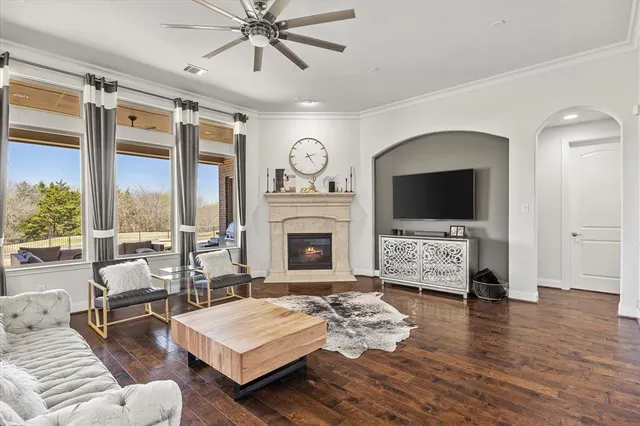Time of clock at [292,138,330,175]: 2:24
